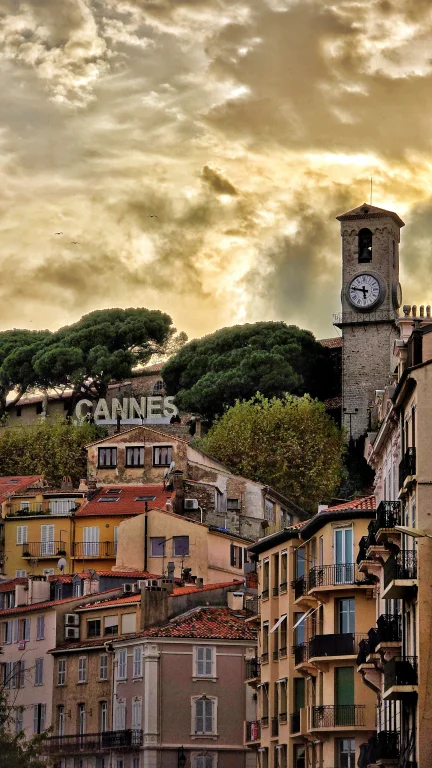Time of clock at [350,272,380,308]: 5:47
